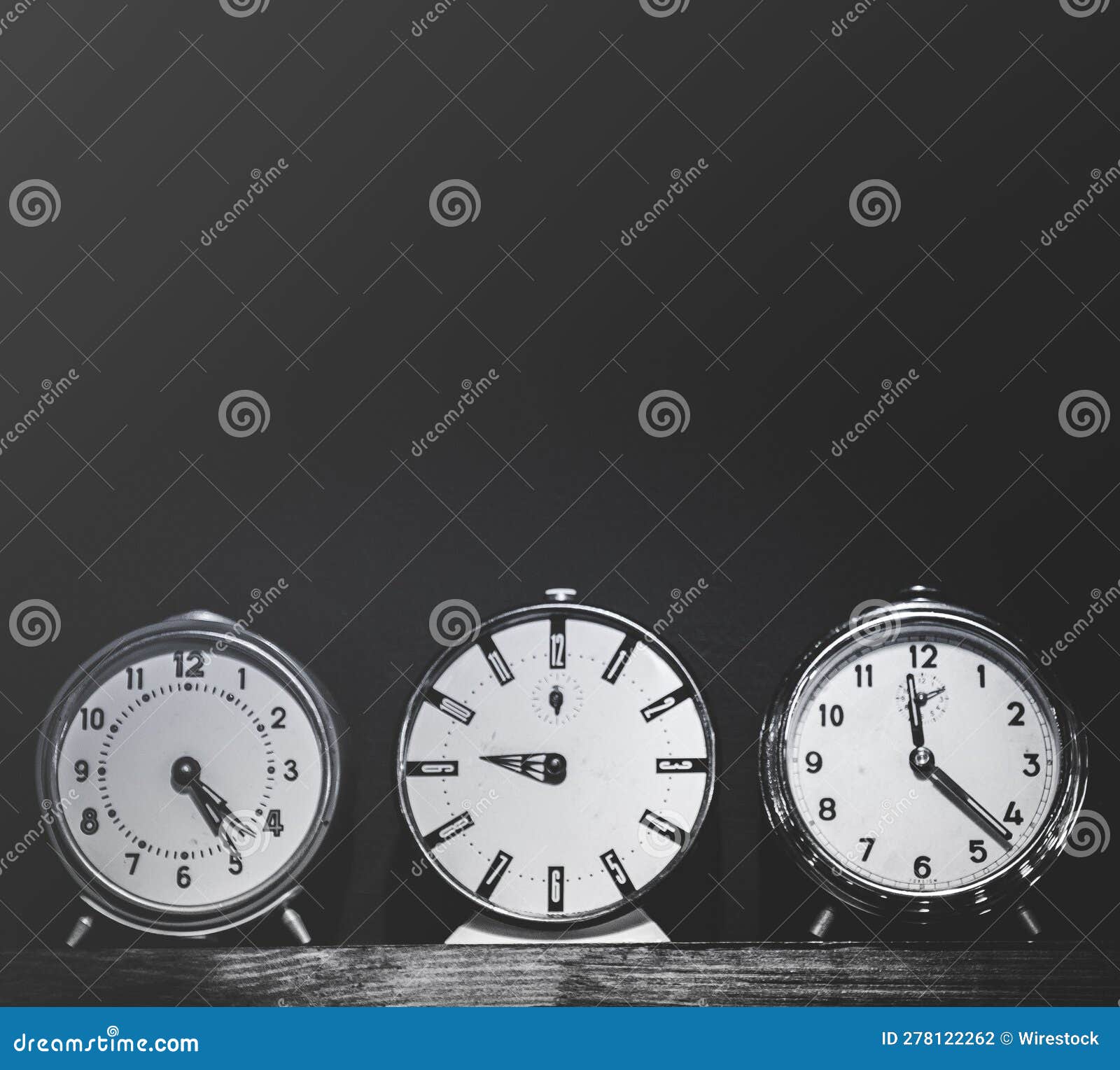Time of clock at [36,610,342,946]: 4:24
